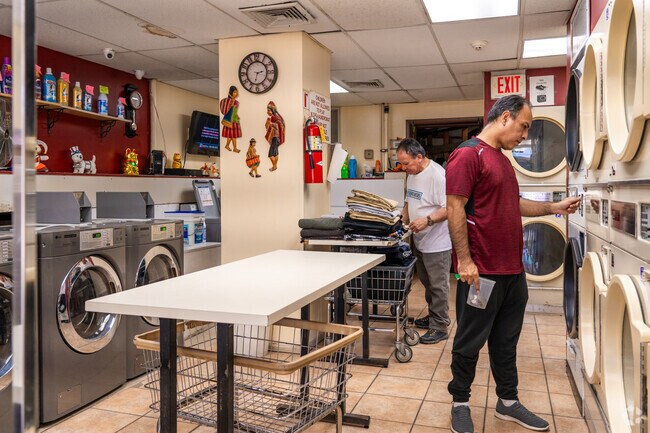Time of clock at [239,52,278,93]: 2:32
